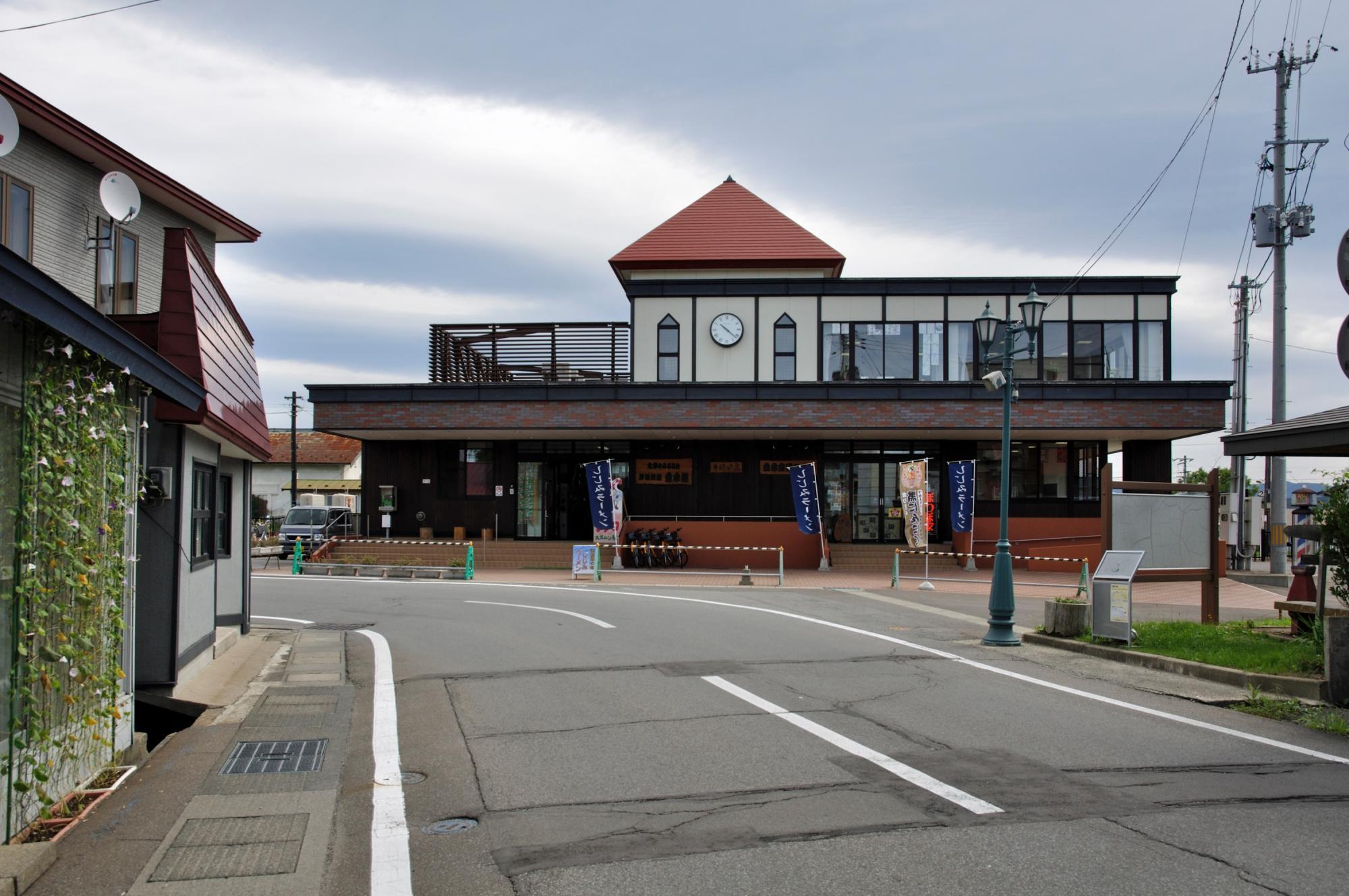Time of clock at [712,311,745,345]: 10:21
